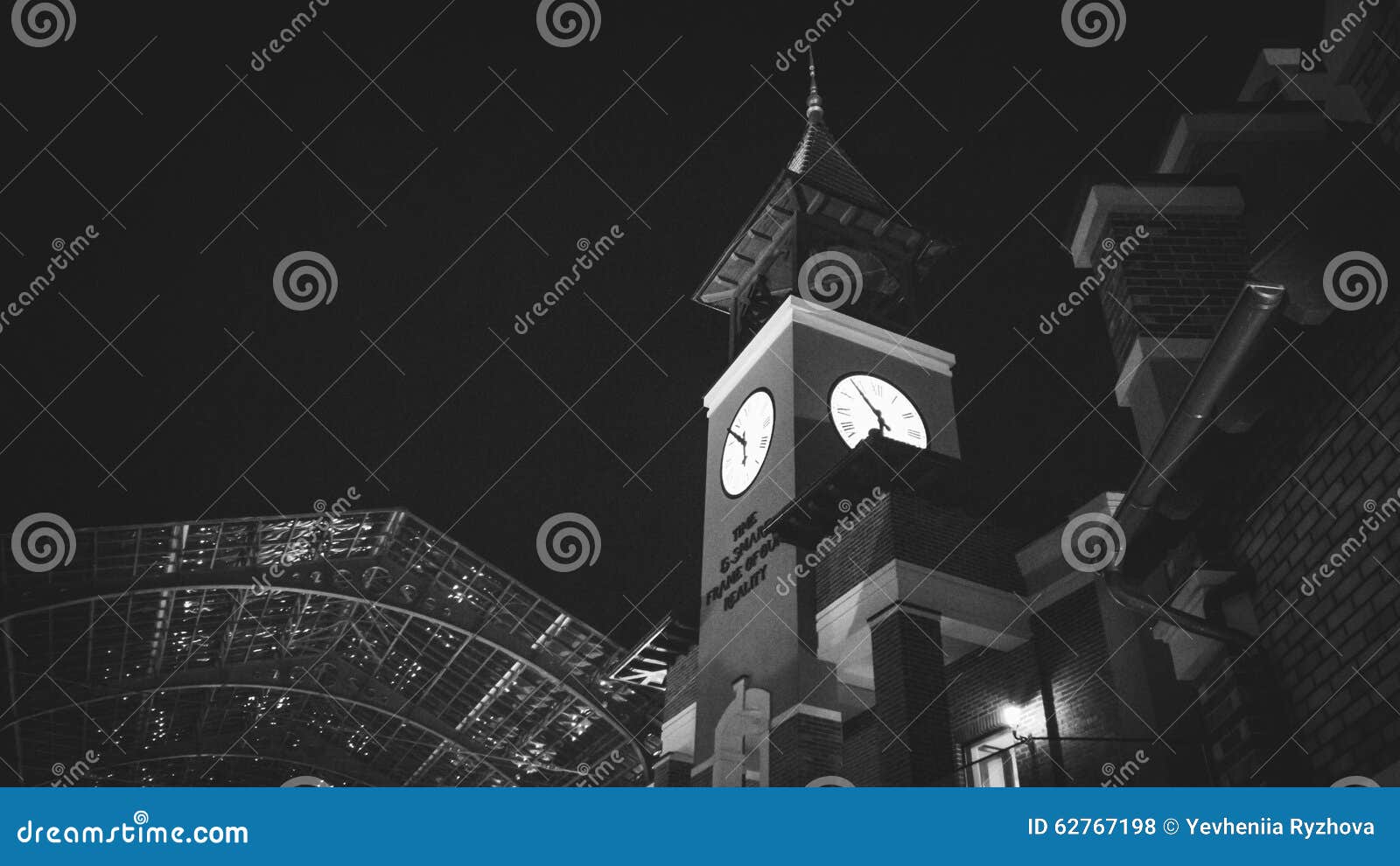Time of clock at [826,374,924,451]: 5:53
